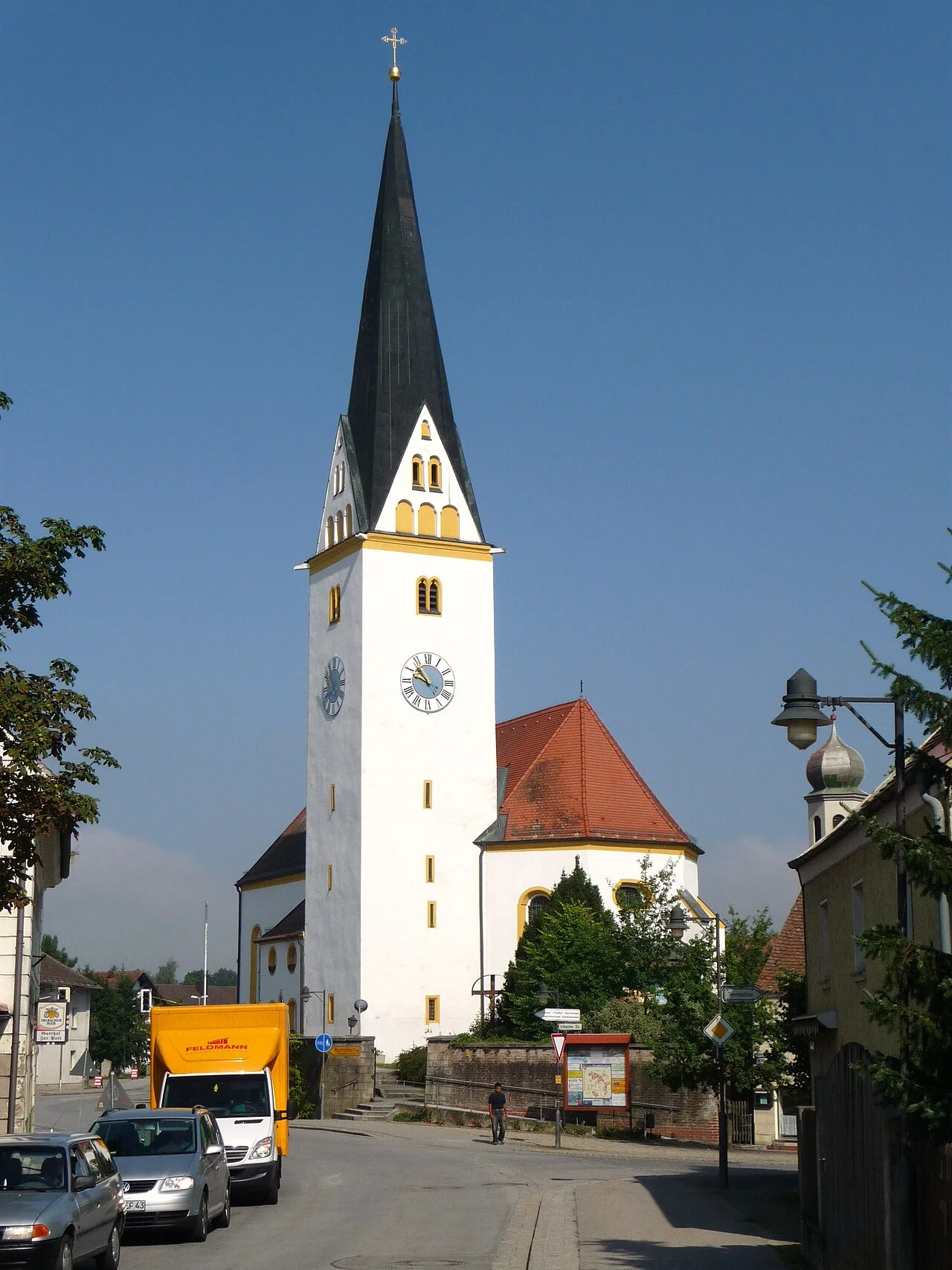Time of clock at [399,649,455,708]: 9:53
